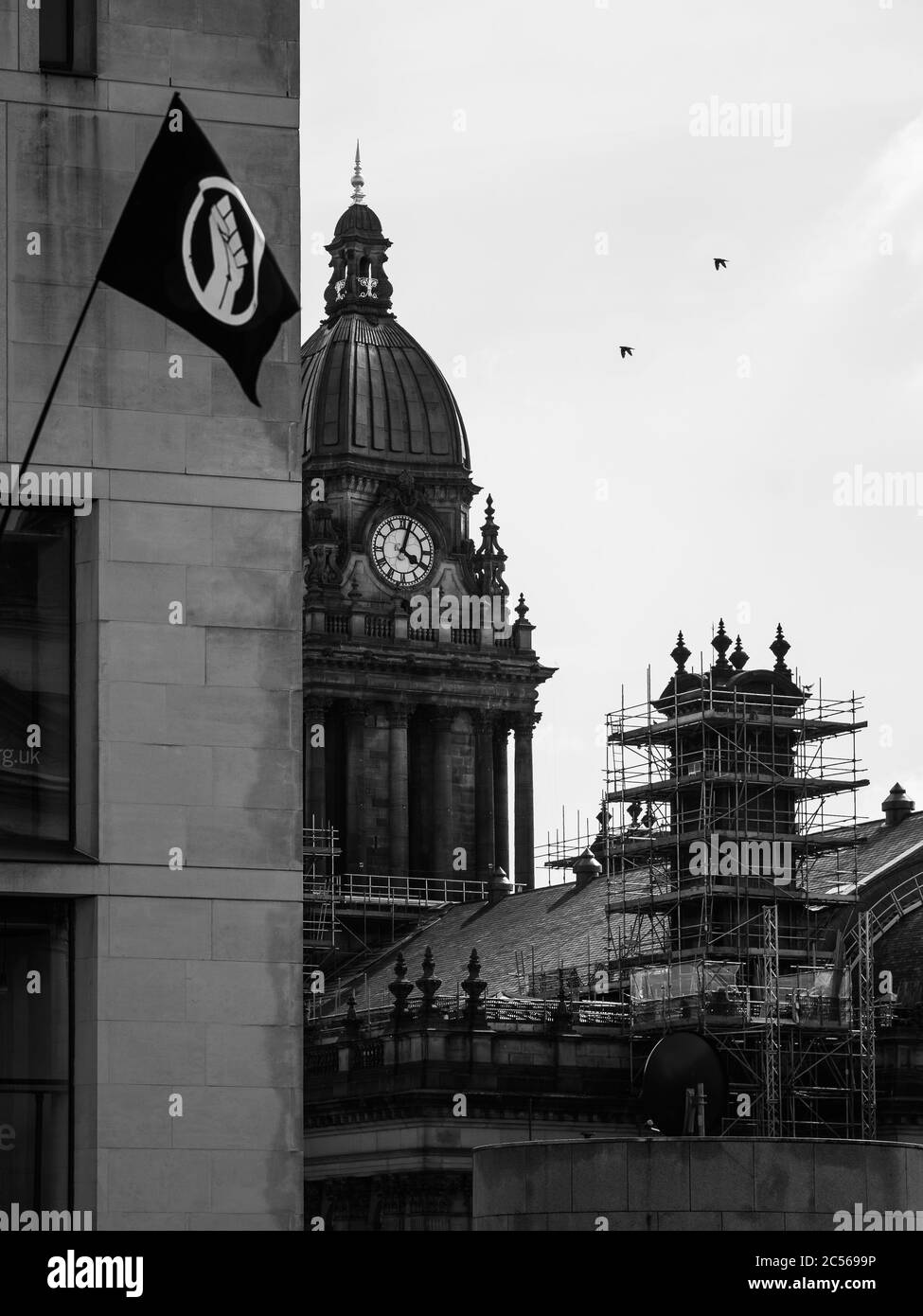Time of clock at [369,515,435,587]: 4:02
